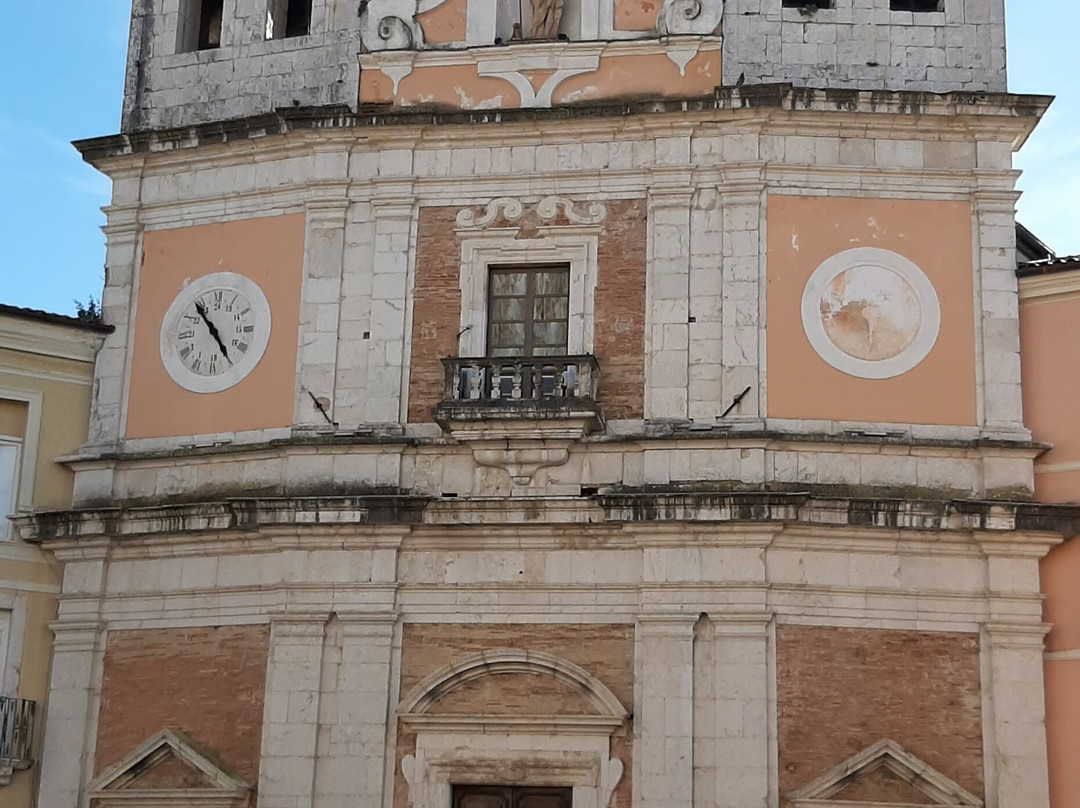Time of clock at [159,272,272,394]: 4:53
